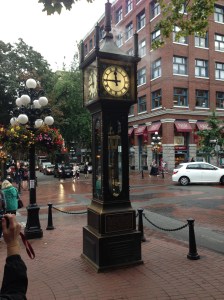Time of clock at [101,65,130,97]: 11:44
